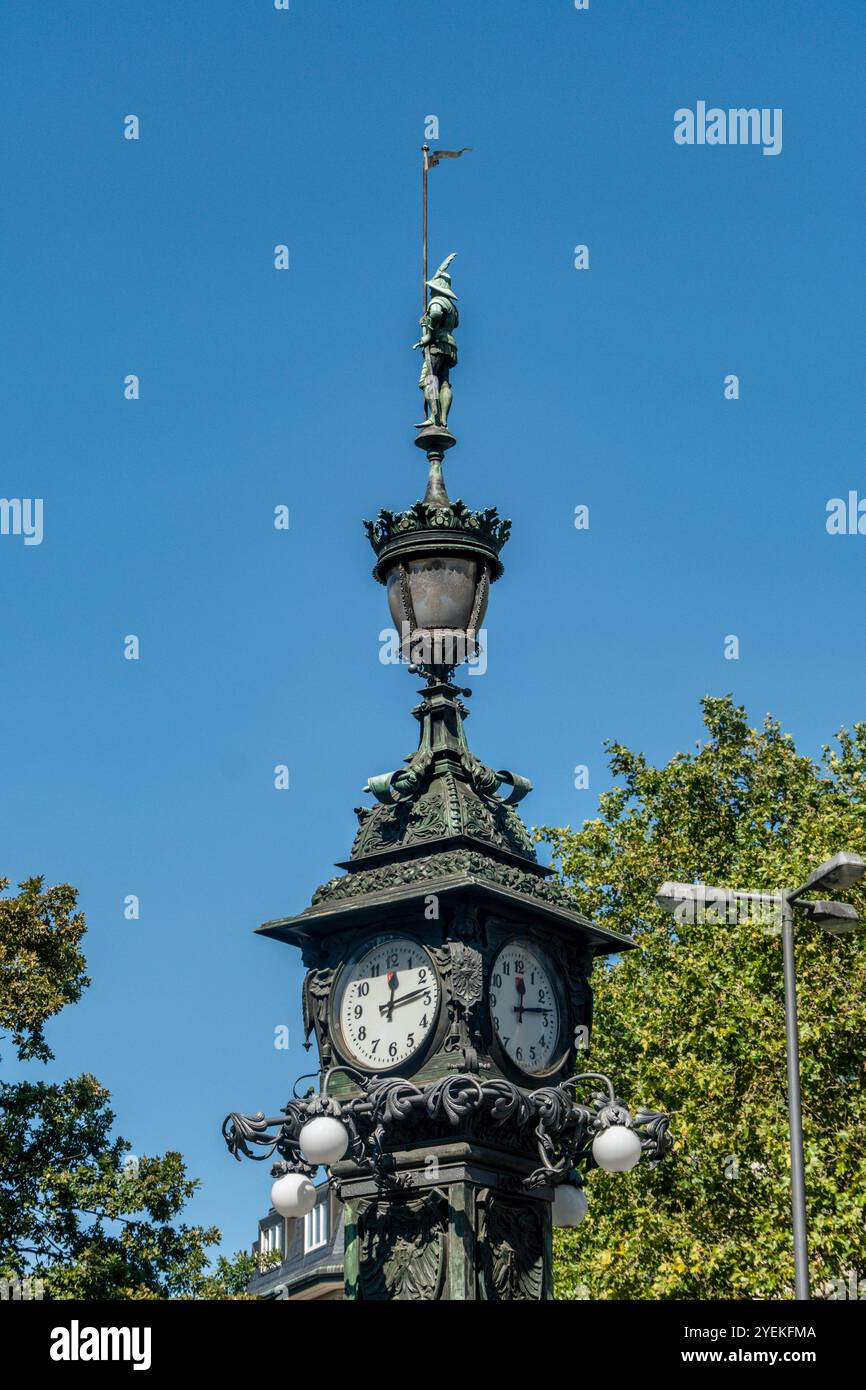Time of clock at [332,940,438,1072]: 12:13
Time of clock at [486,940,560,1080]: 12:13
